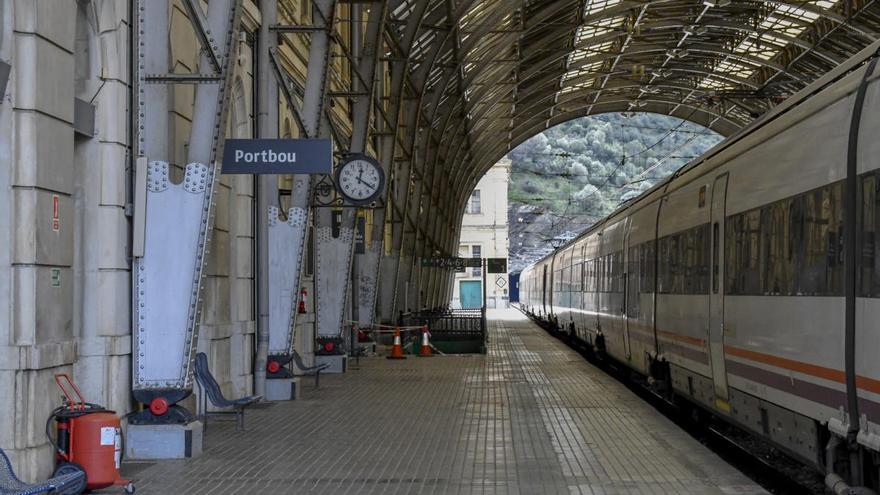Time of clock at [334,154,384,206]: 12:21
